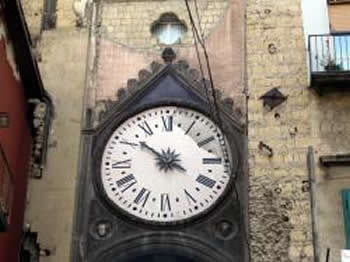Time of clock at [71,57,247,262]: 3:51
